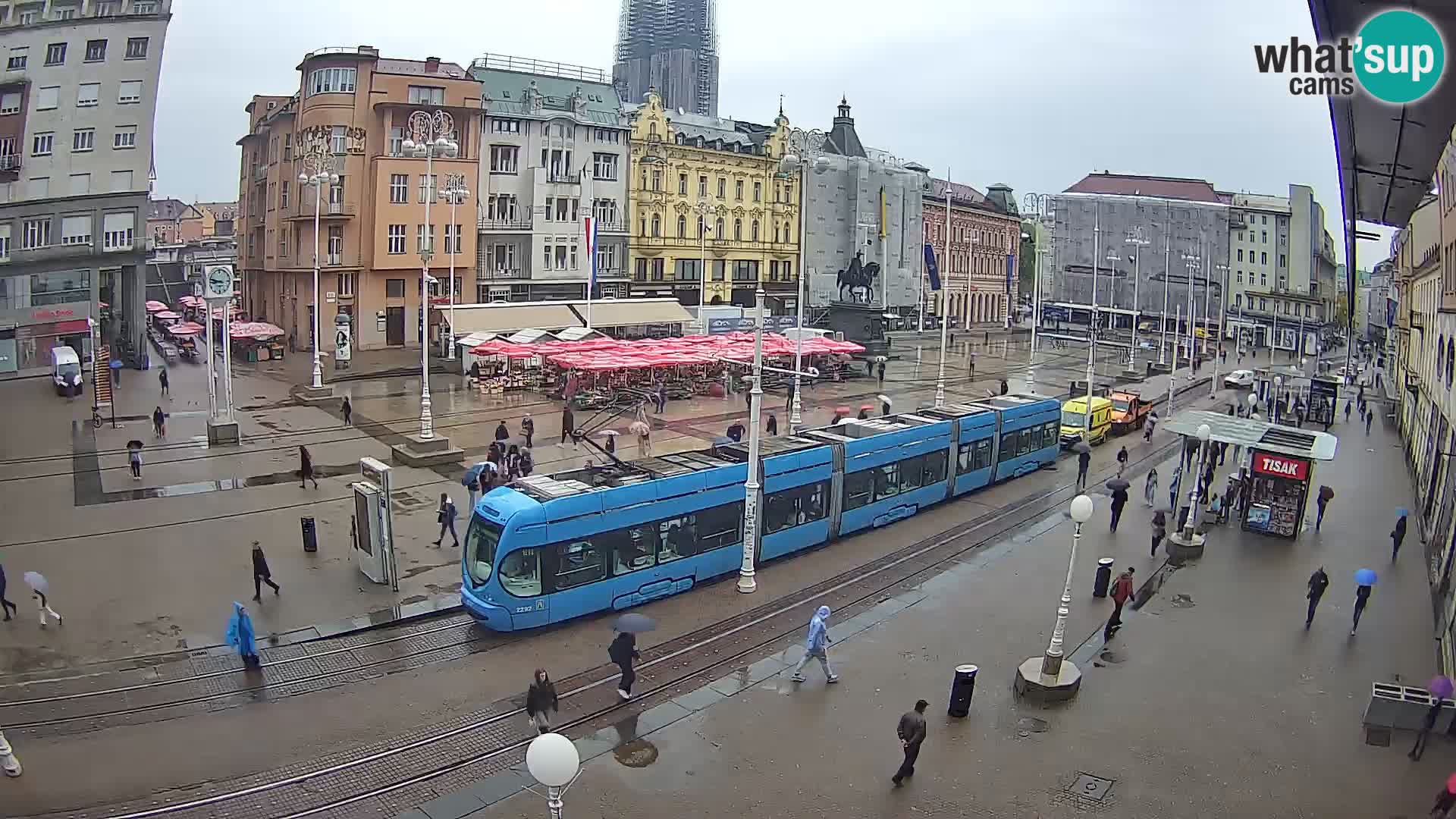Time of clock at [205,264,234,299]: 8:47
